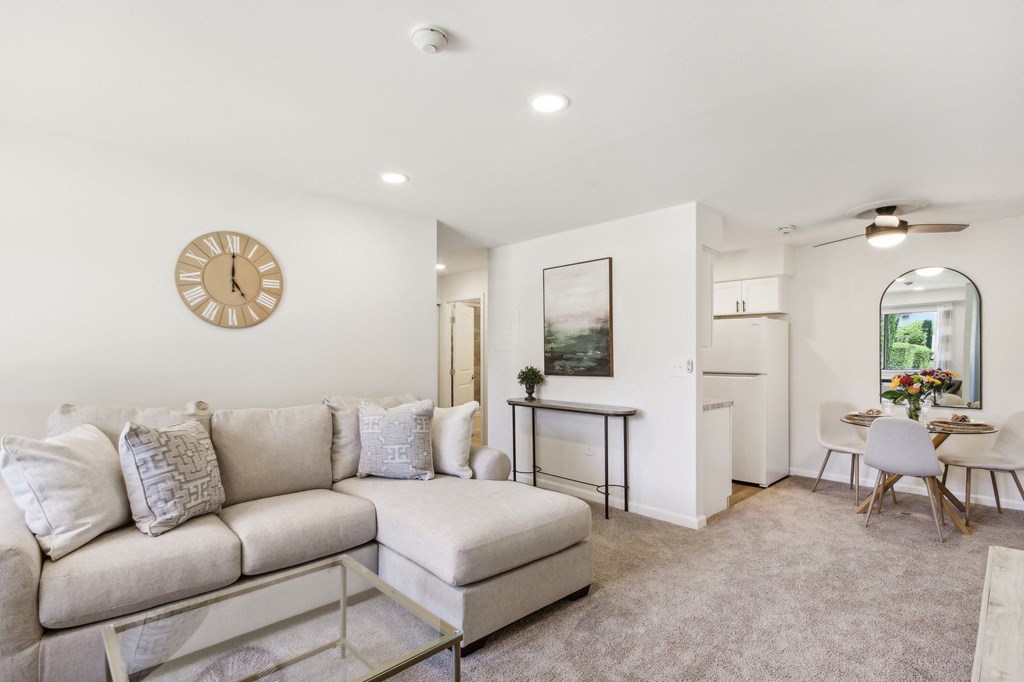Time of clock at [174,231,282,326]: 5:00
